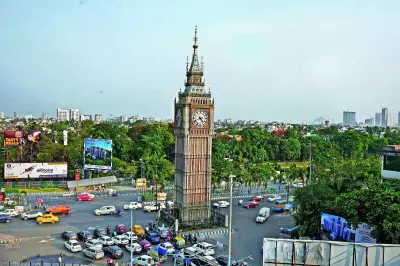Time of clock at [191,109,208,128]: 4:41
